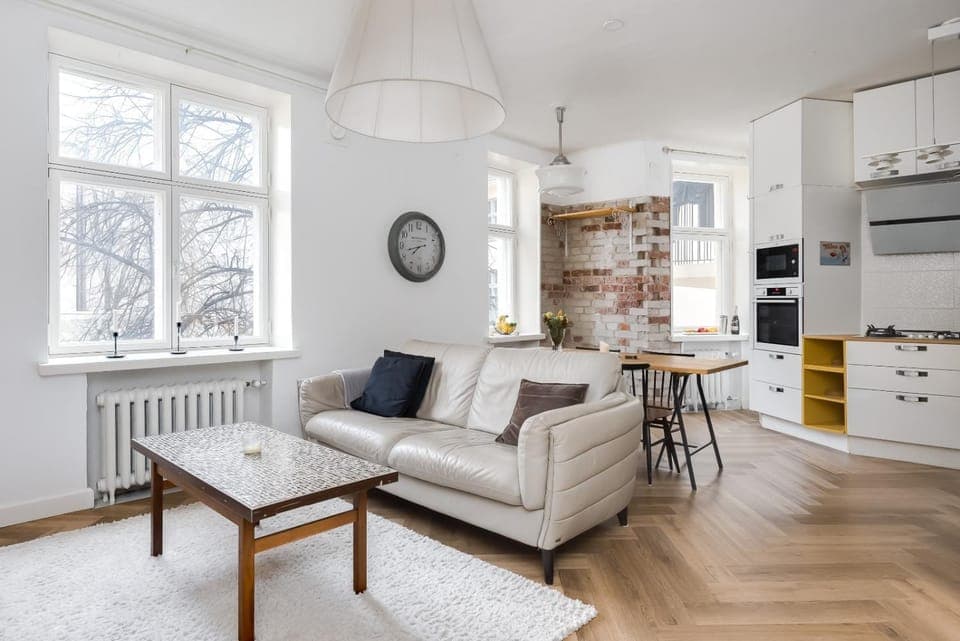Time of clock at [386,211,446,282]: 7:42
